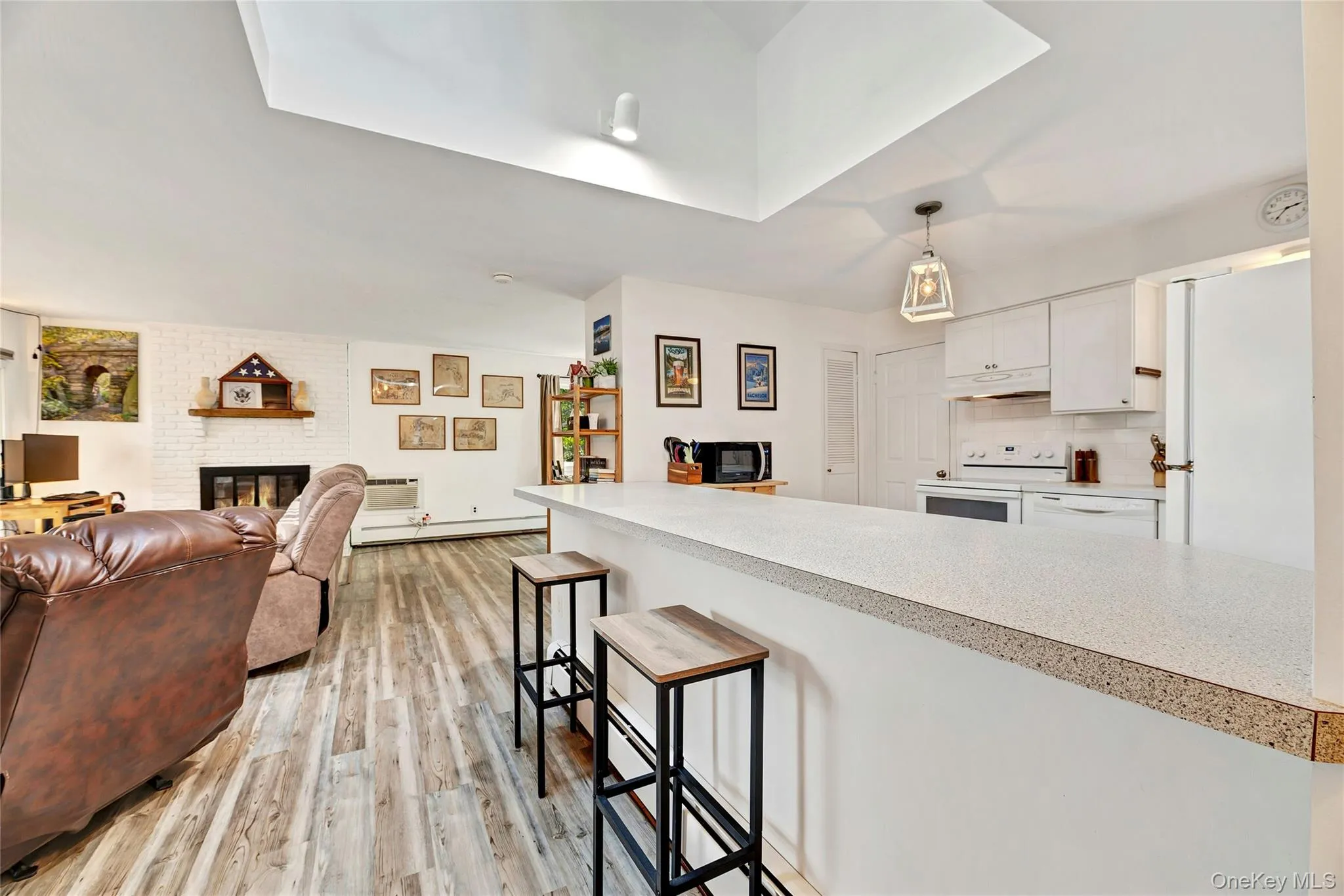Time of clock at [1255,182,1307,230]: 2:37
